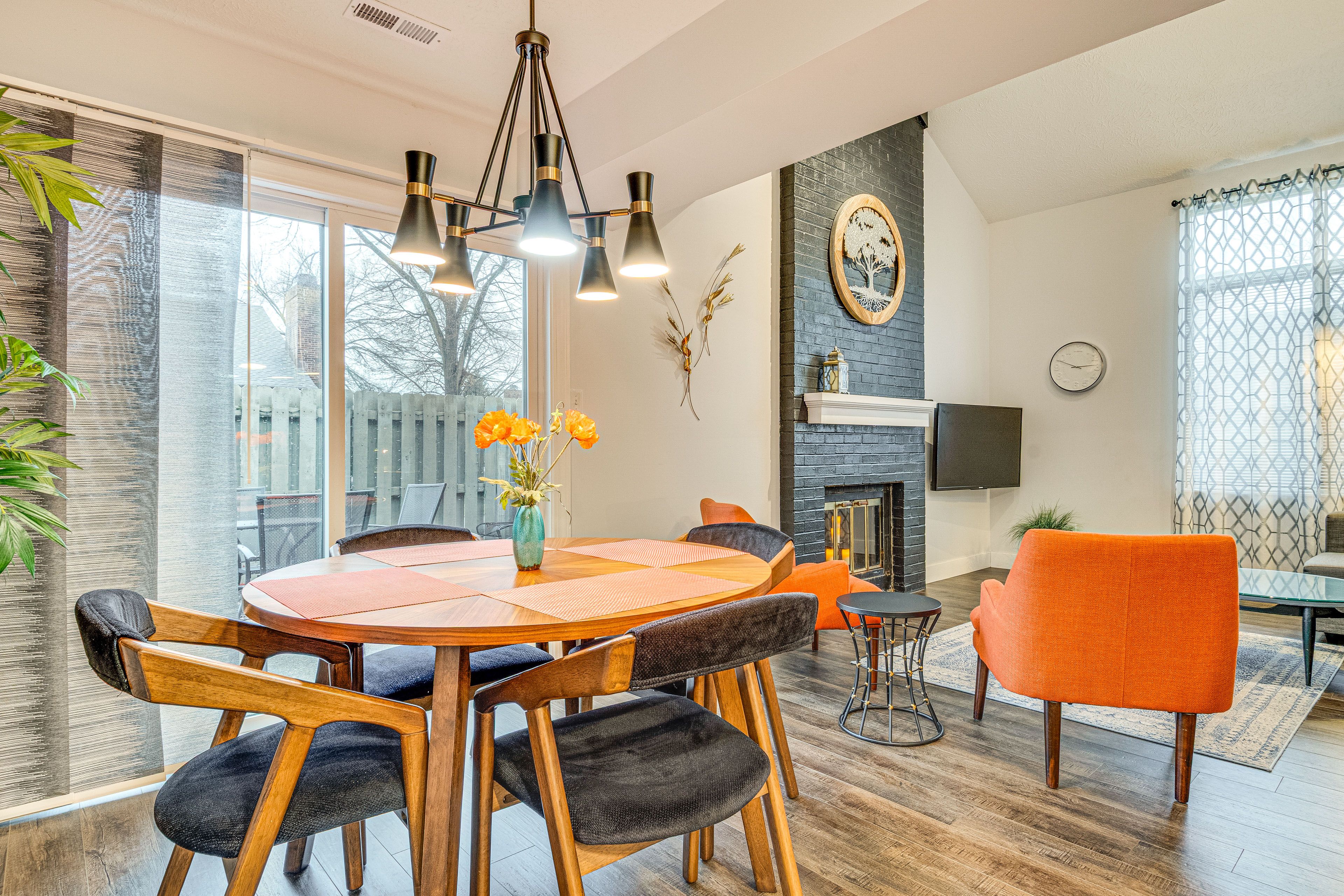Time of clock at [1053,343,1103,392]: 2:48
